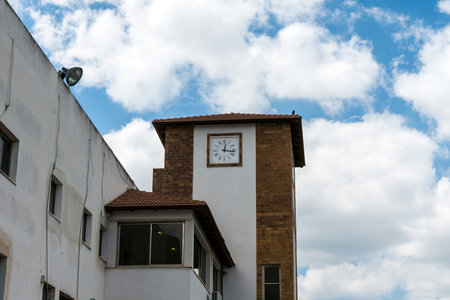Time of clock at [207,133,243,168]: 12:16
